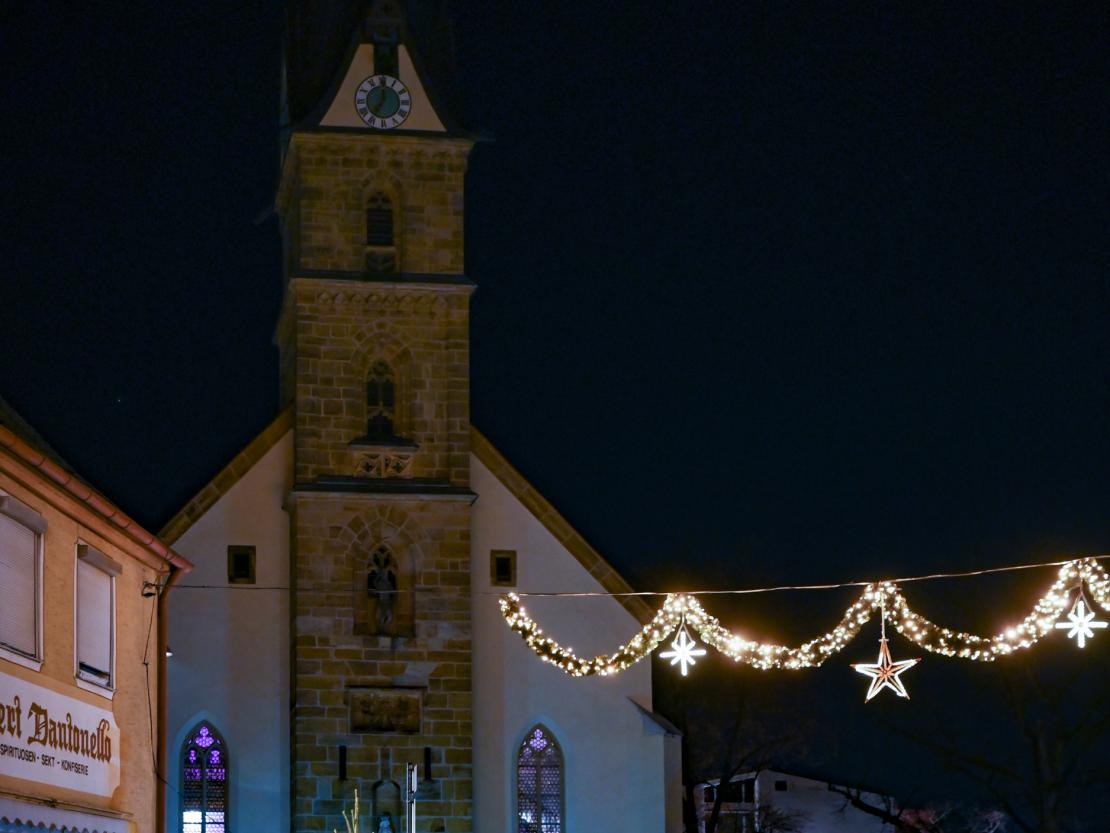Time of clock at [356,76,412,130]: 7:00
